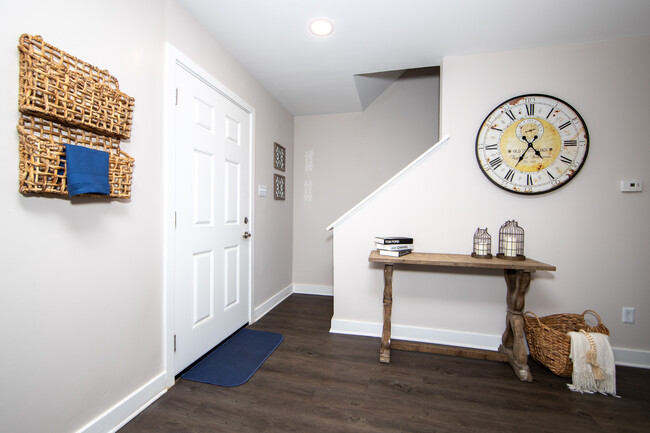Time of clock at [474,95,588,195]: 4:35
